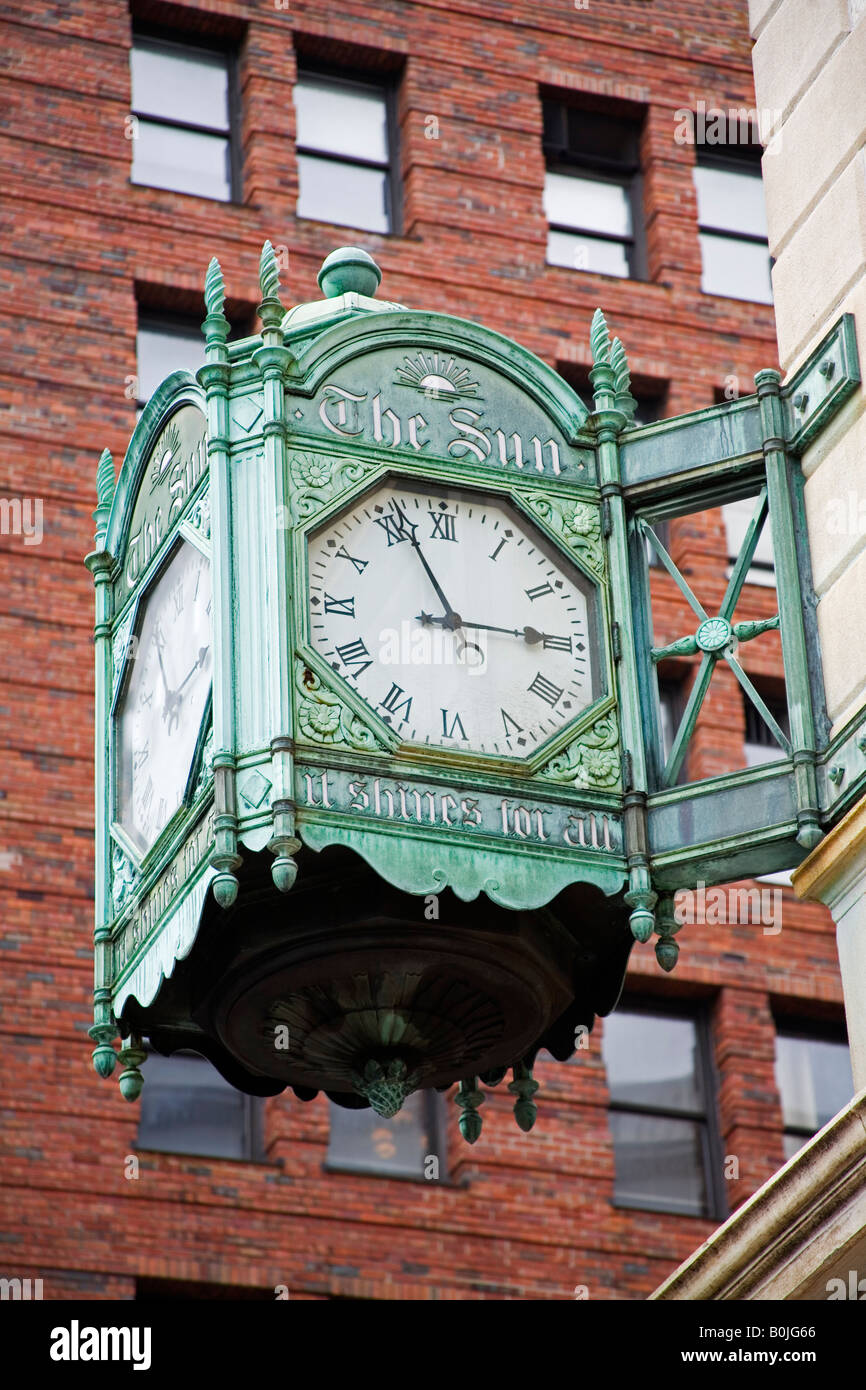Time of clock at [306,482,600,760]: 2:56
